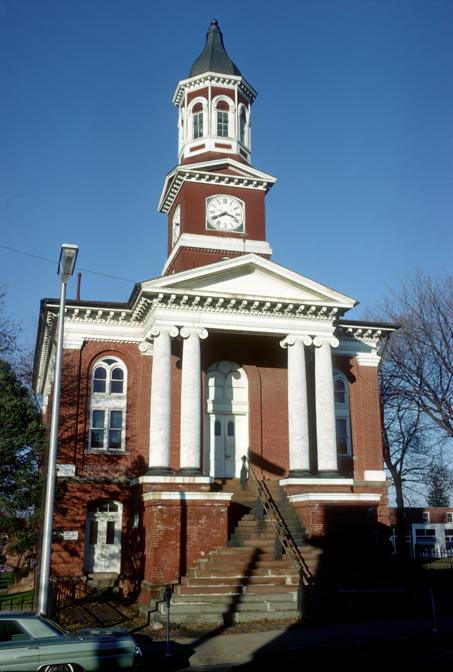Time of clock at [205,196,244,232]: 3:40
